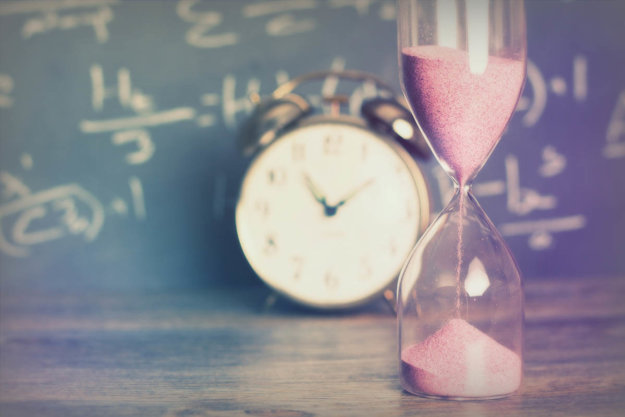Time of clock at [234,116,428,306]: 1:53
